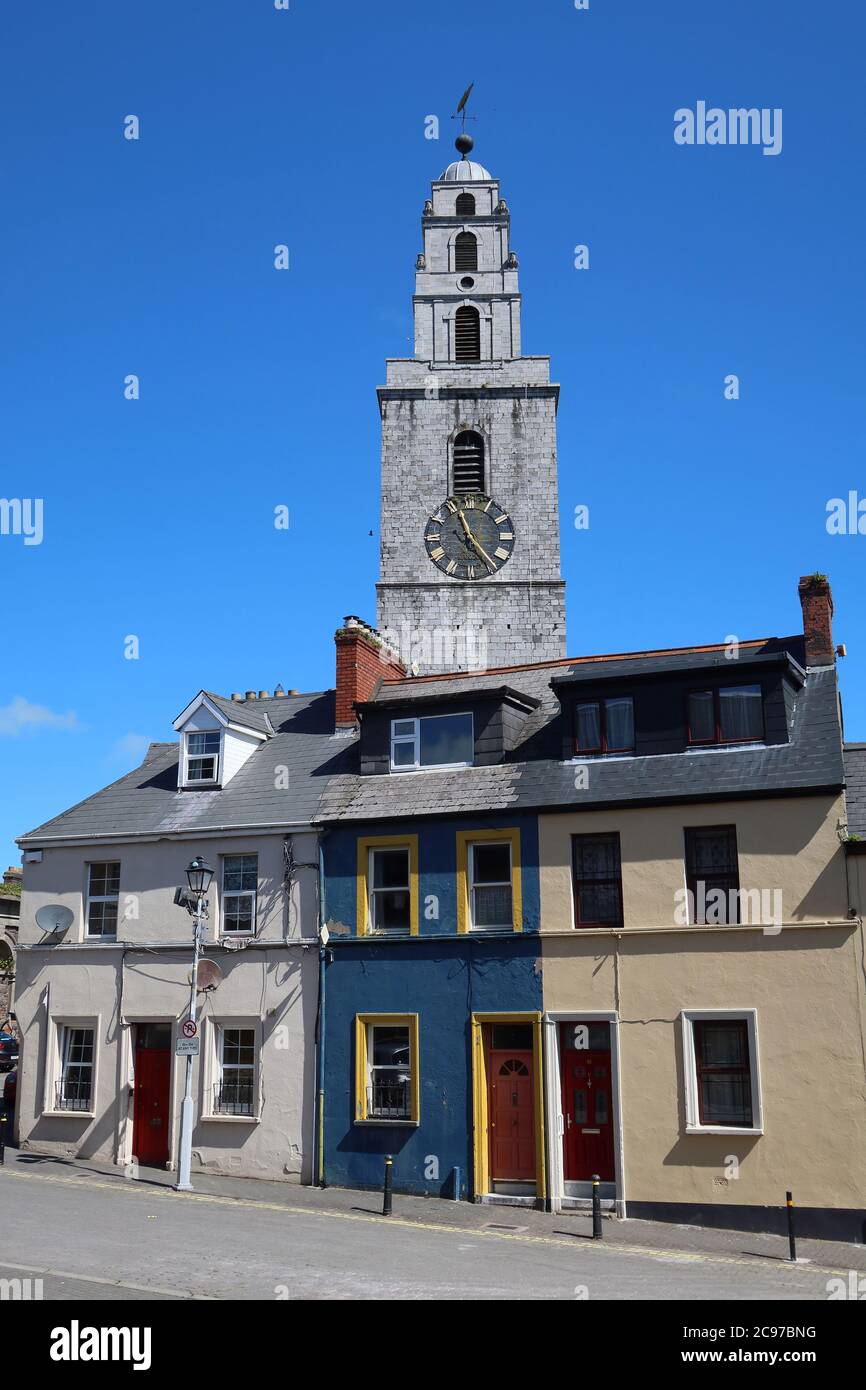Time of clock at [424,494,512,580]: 11:23
